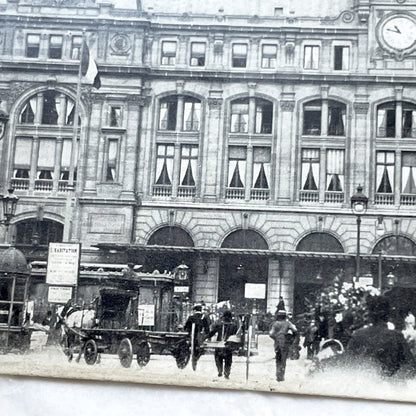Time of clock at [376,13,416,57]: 10:47
